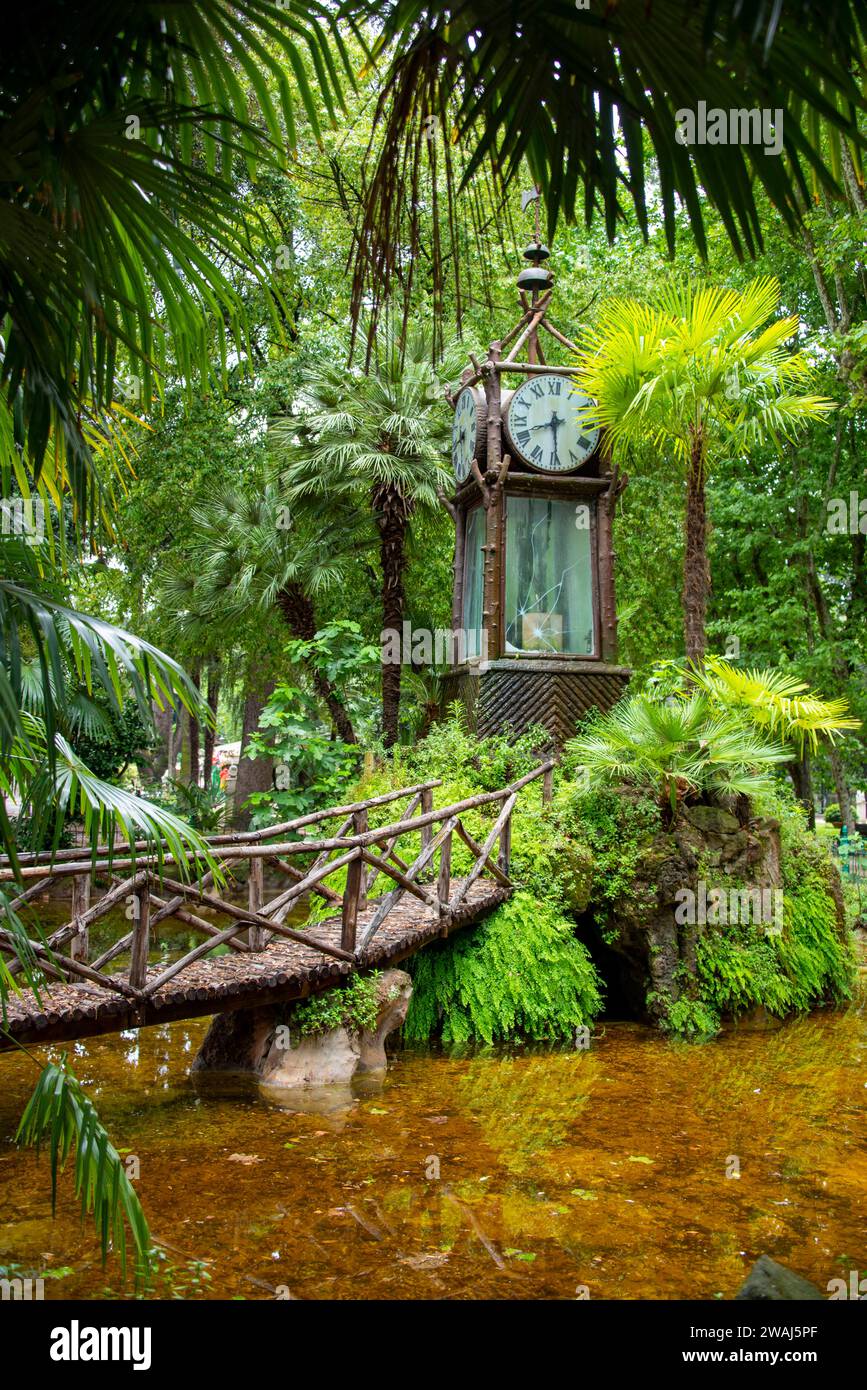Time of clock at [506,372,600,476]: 8:29
